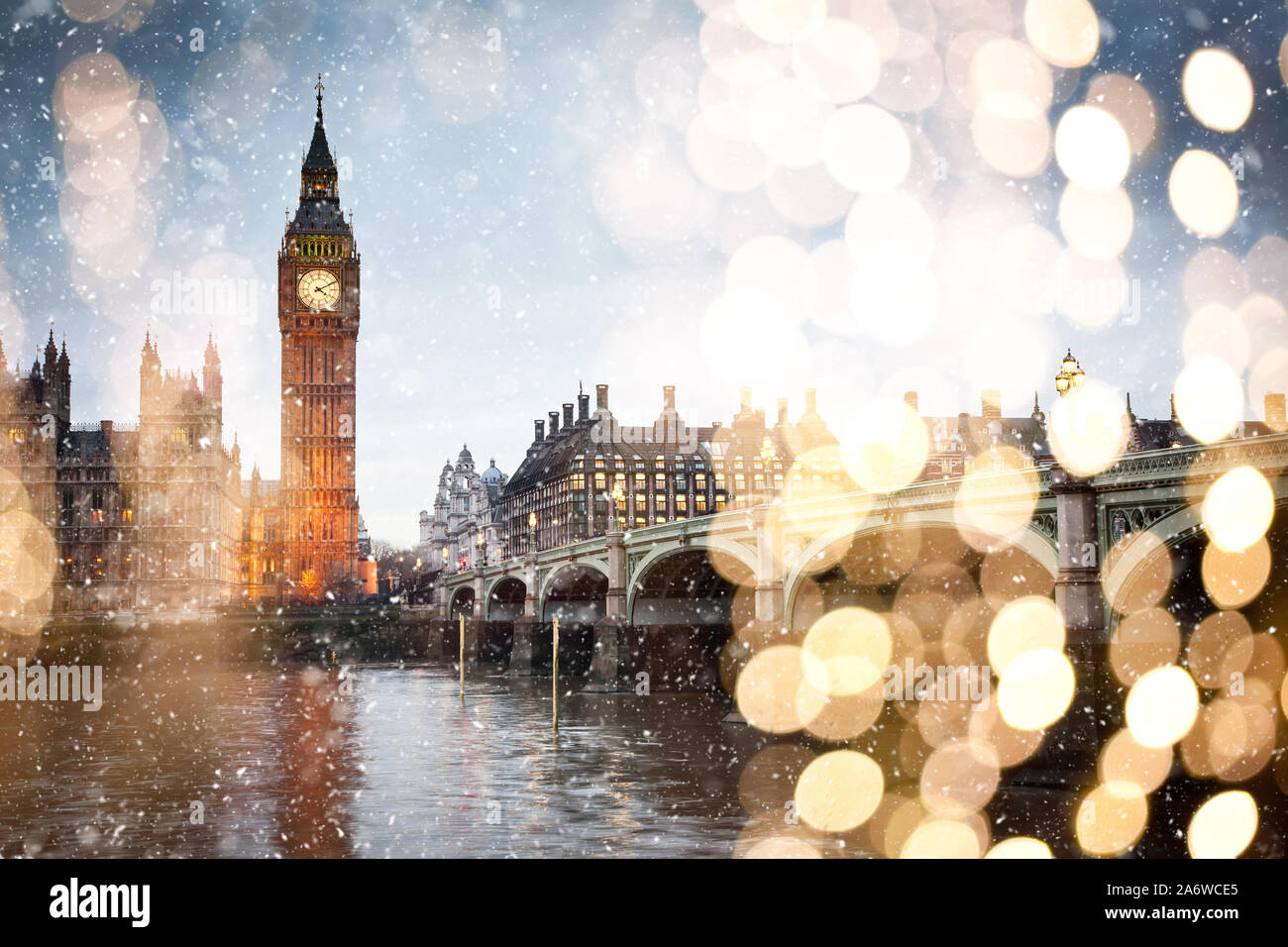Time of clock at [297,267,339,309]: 4:10
